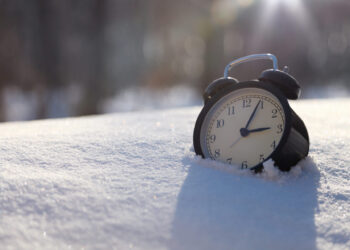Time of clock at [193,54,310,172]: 3:04
